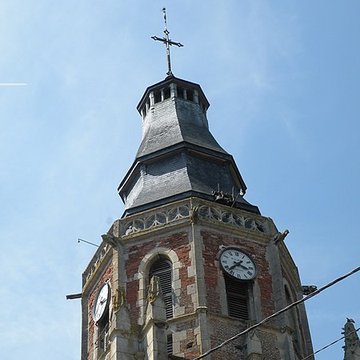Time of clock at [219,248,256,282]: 3:37
